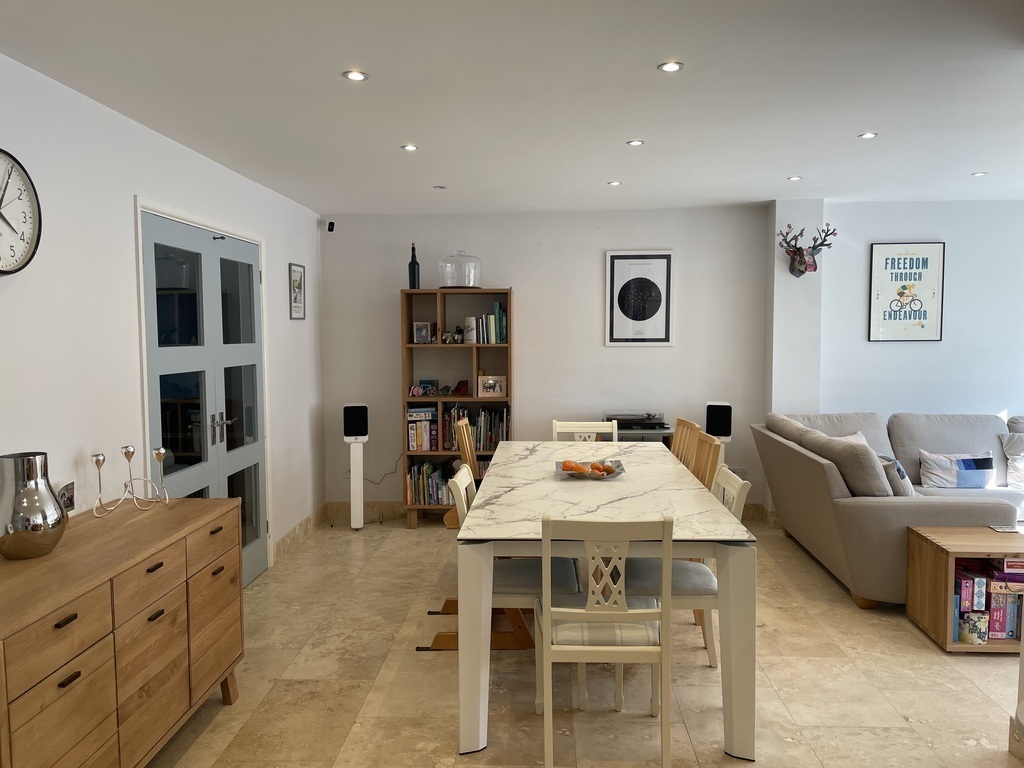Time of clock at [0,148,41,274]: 4:04
